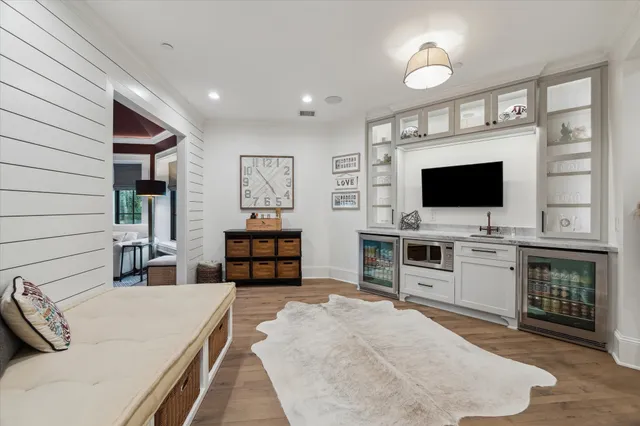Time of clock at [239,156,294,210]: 4:53
